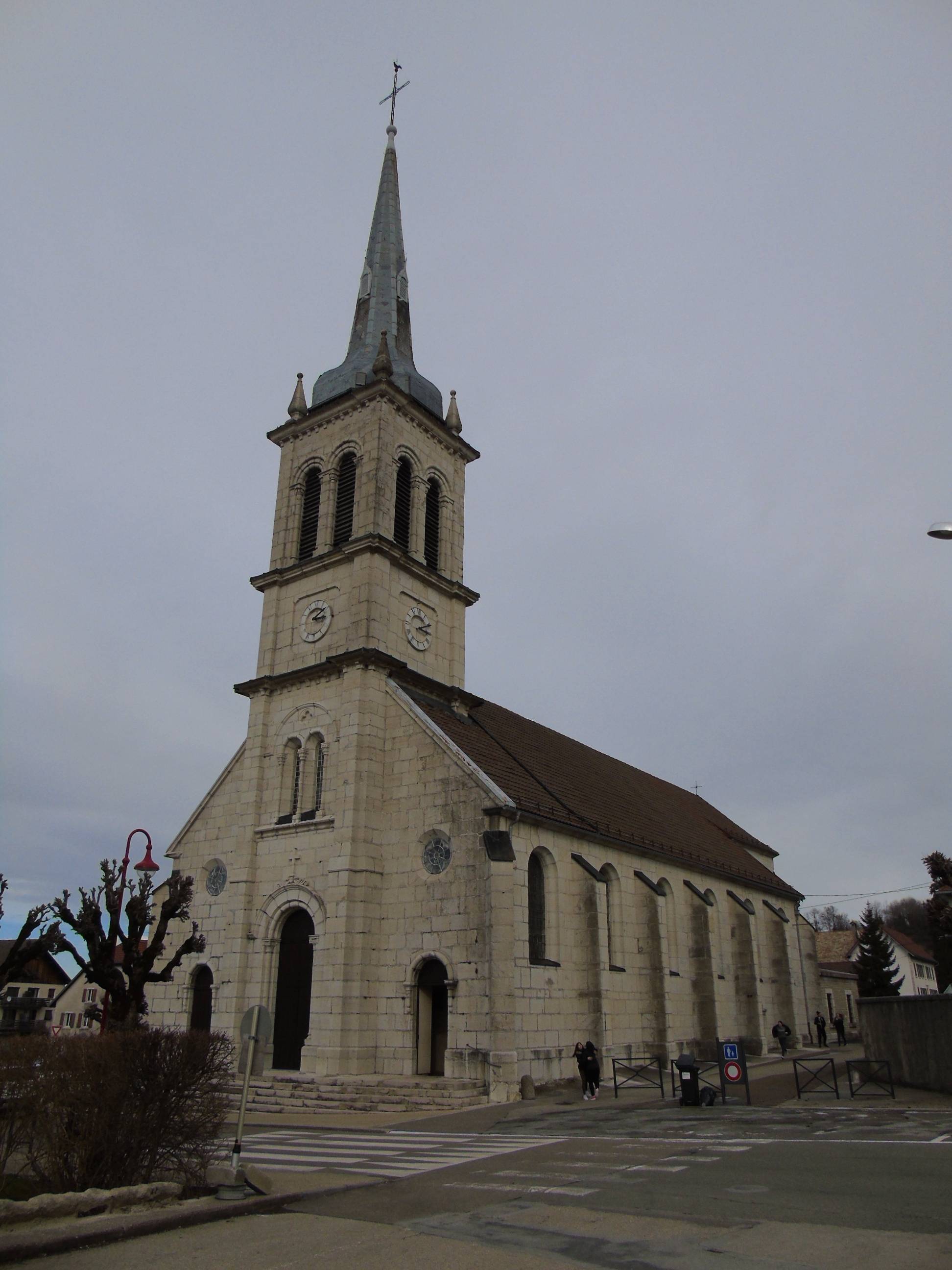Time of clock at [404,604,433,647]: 3:10
